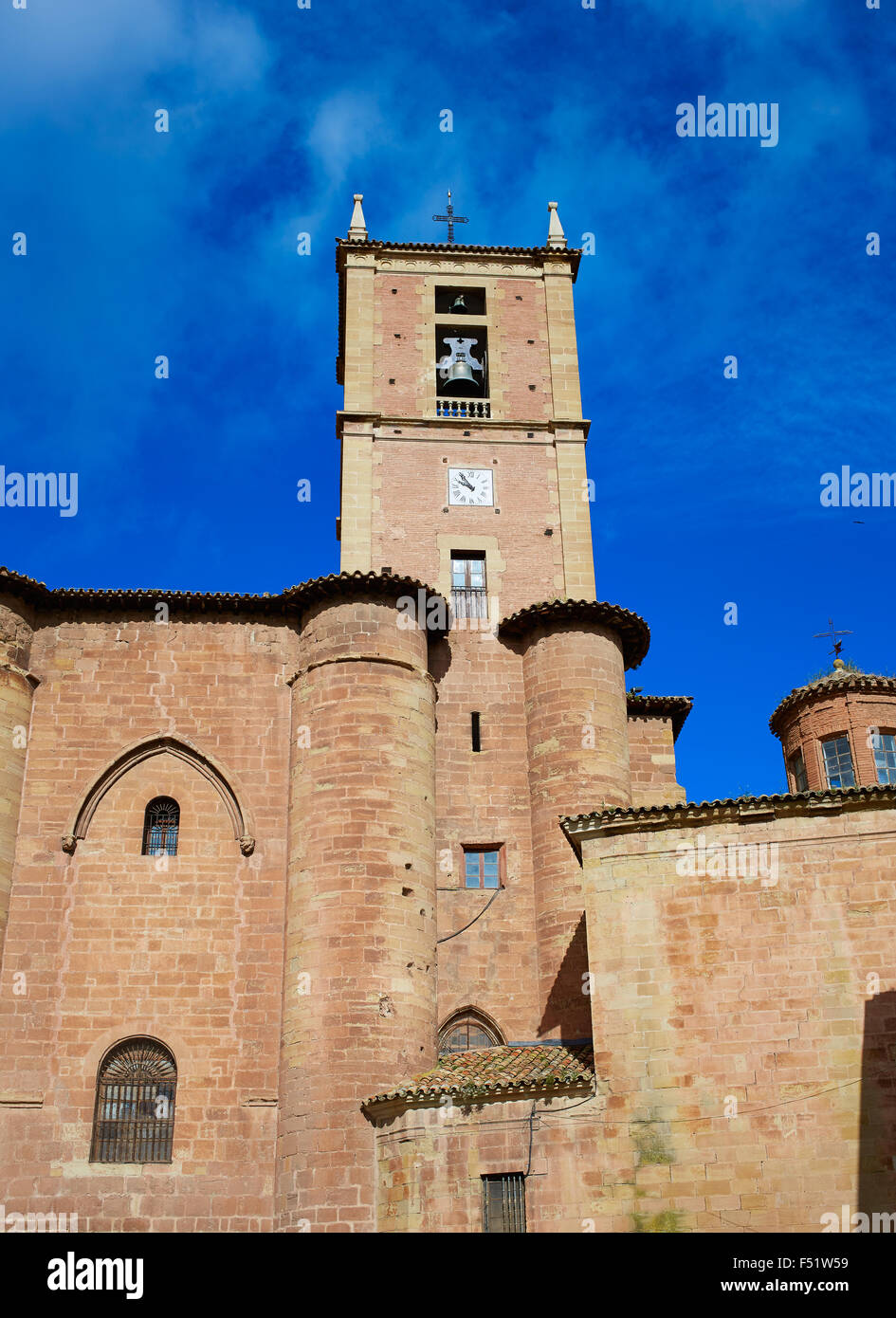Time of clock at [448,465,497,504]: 9:53
